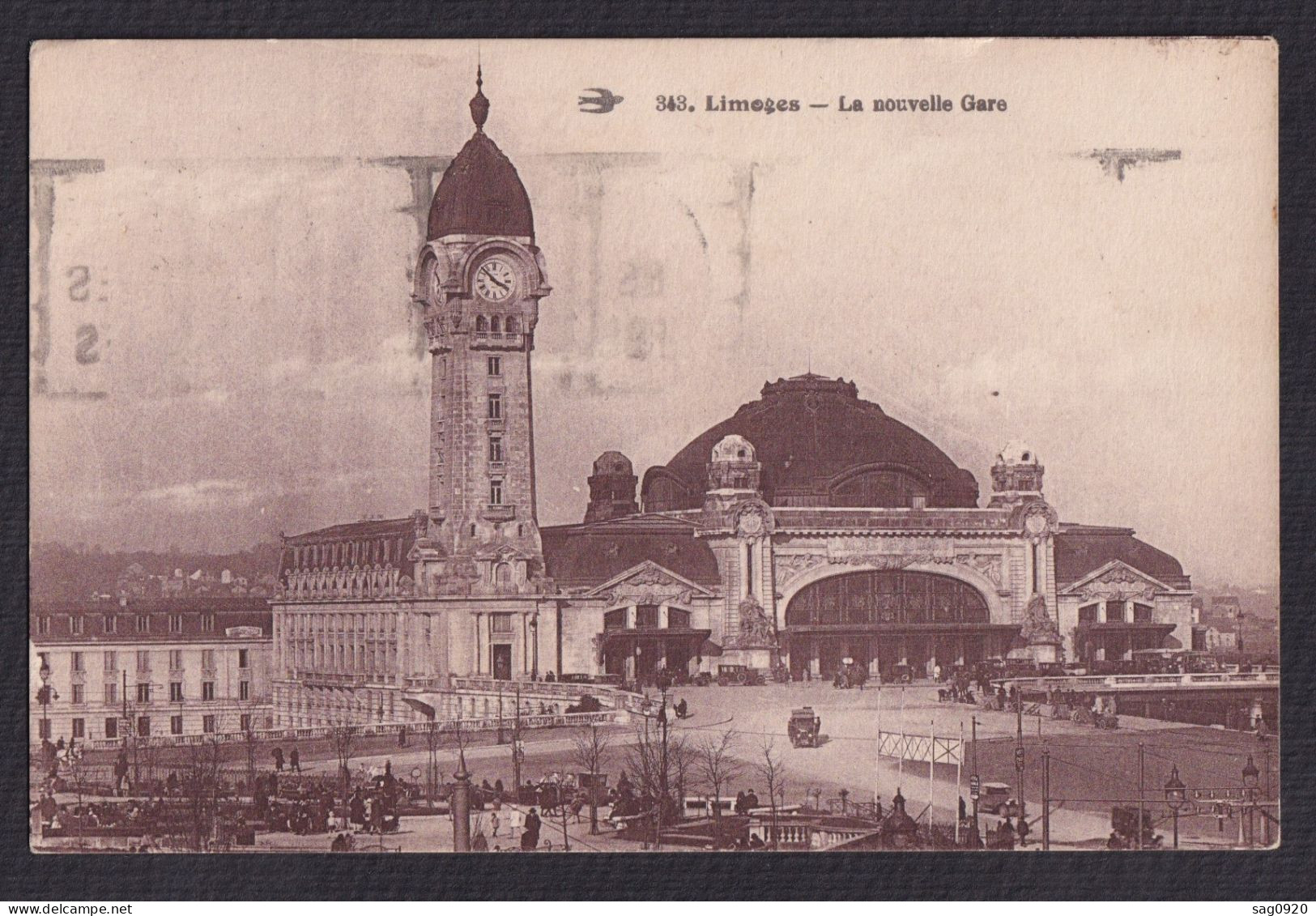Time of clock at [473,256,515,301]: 3:52
